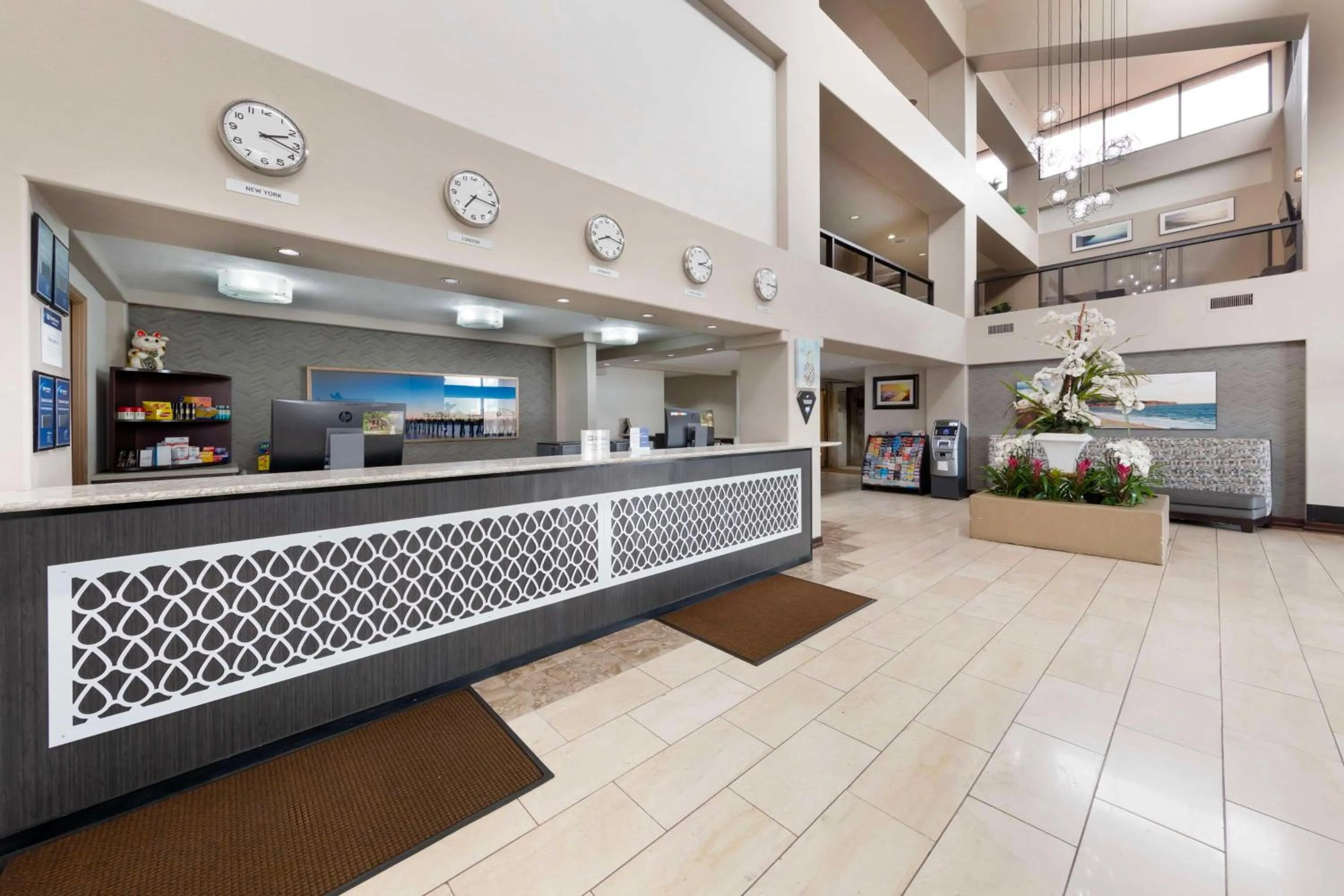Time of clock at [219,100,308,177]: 2:16
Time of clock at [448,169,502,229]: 7:15
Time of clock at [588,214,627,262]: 8:16
